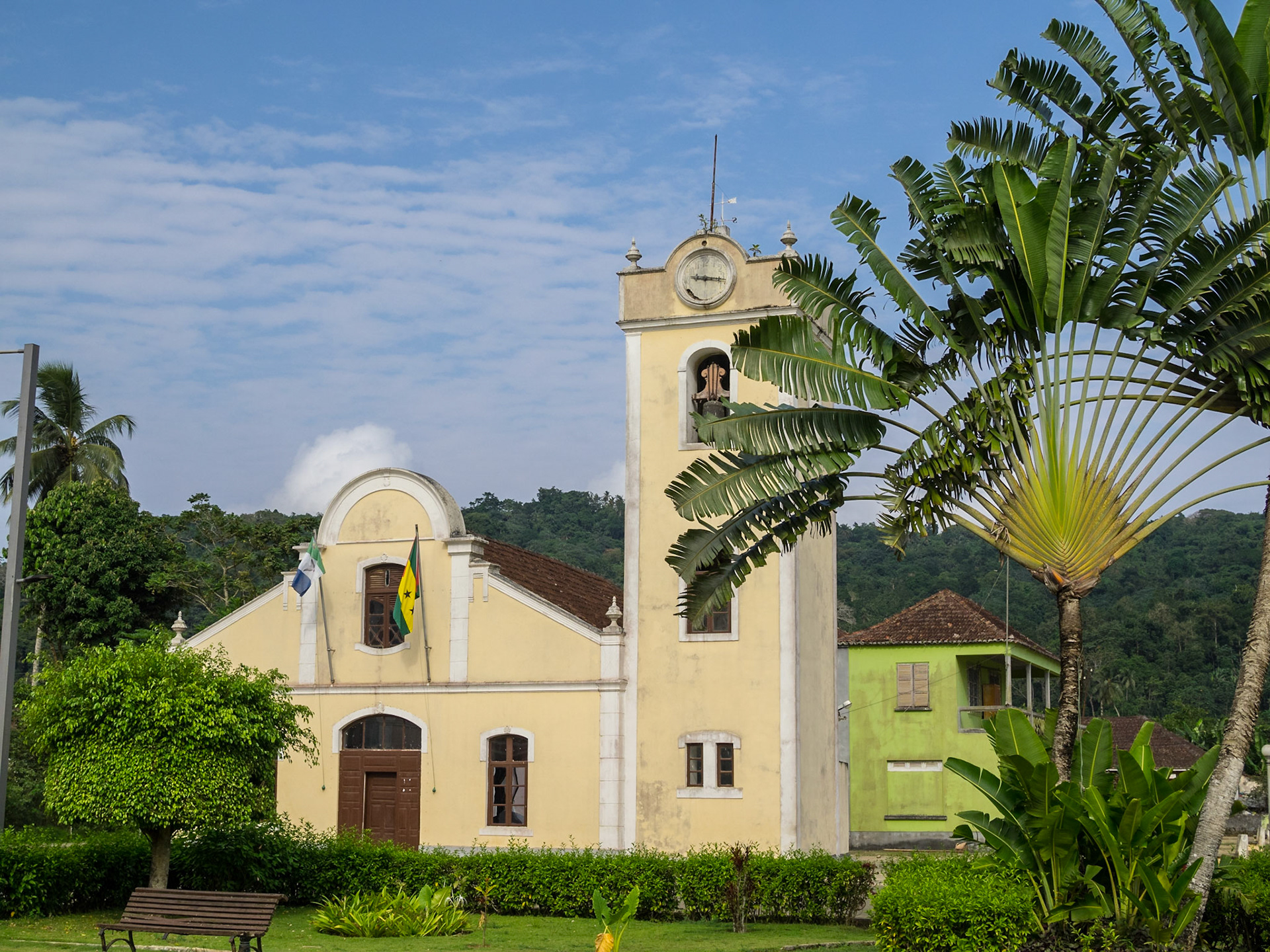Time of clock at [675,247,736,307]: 9:15
